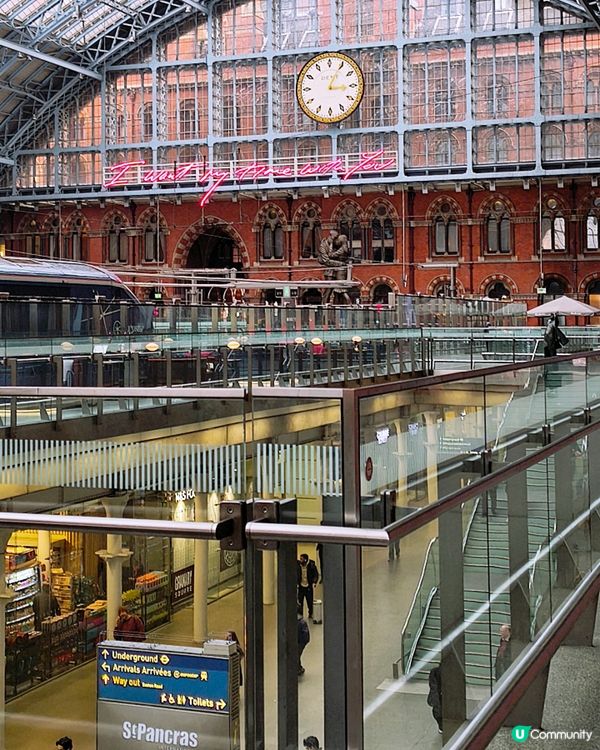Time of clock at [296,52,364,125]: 3:04
